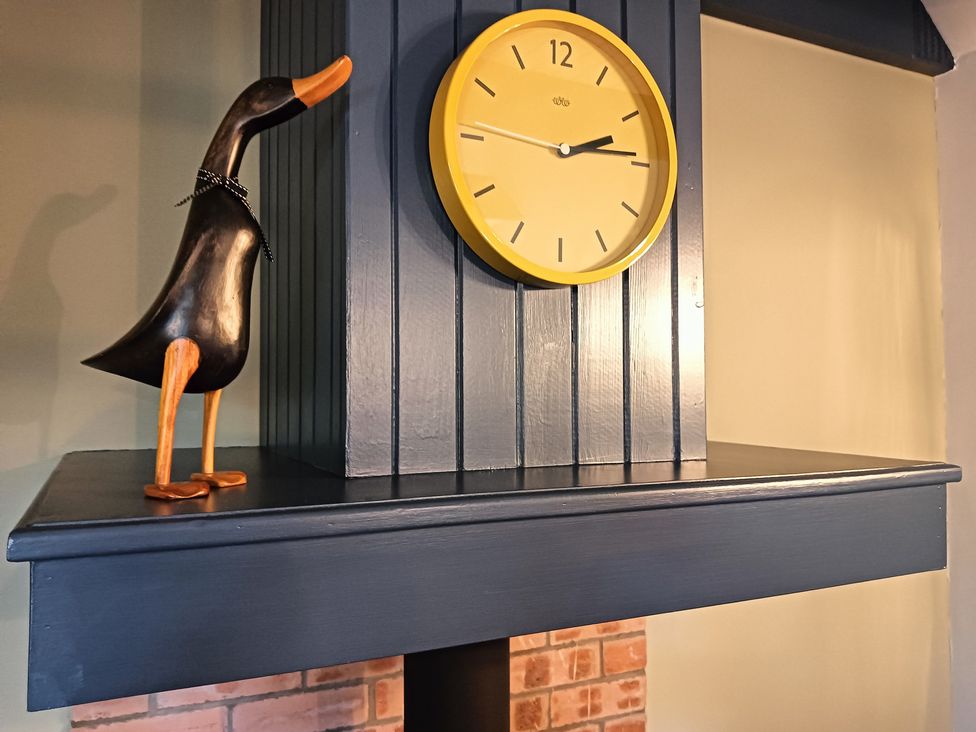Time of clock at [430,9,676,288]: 2:14
